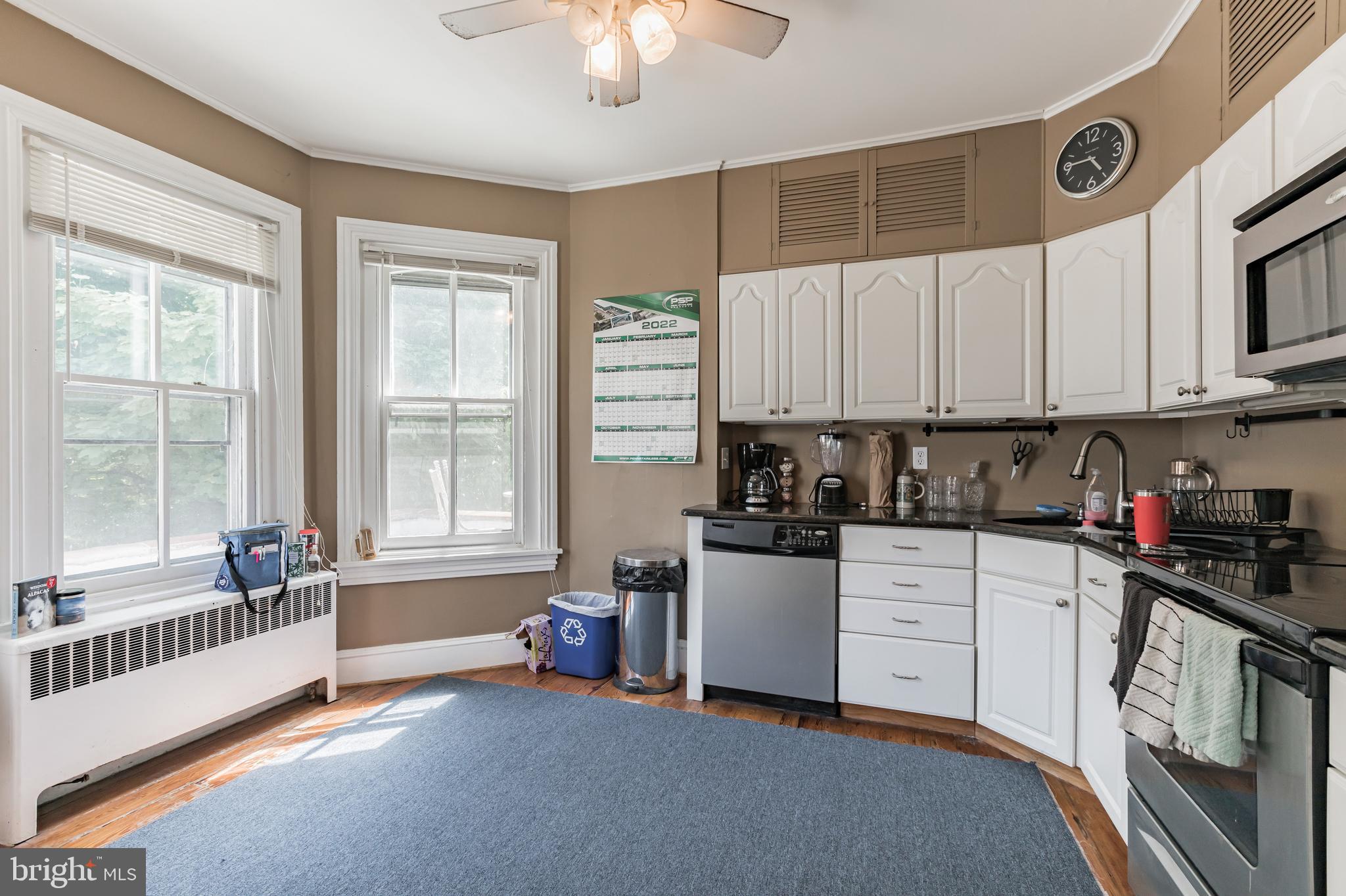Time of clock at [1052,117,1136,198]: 4:45
